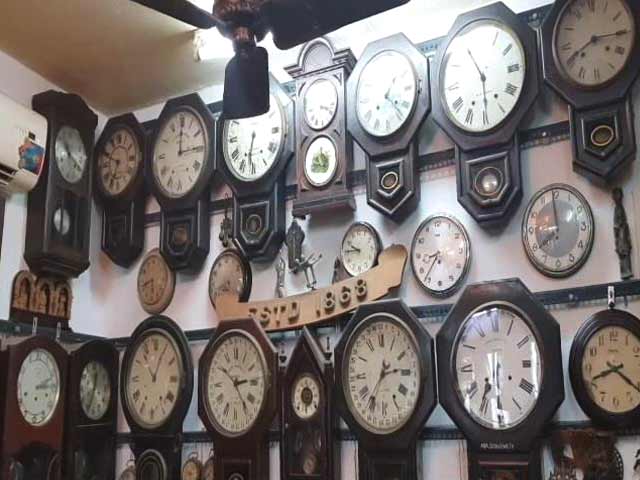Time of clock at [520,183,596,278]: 7:58
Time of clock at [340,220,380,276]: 9:45
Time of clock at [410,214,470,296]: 8:36
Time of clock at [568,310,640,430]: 8:20
